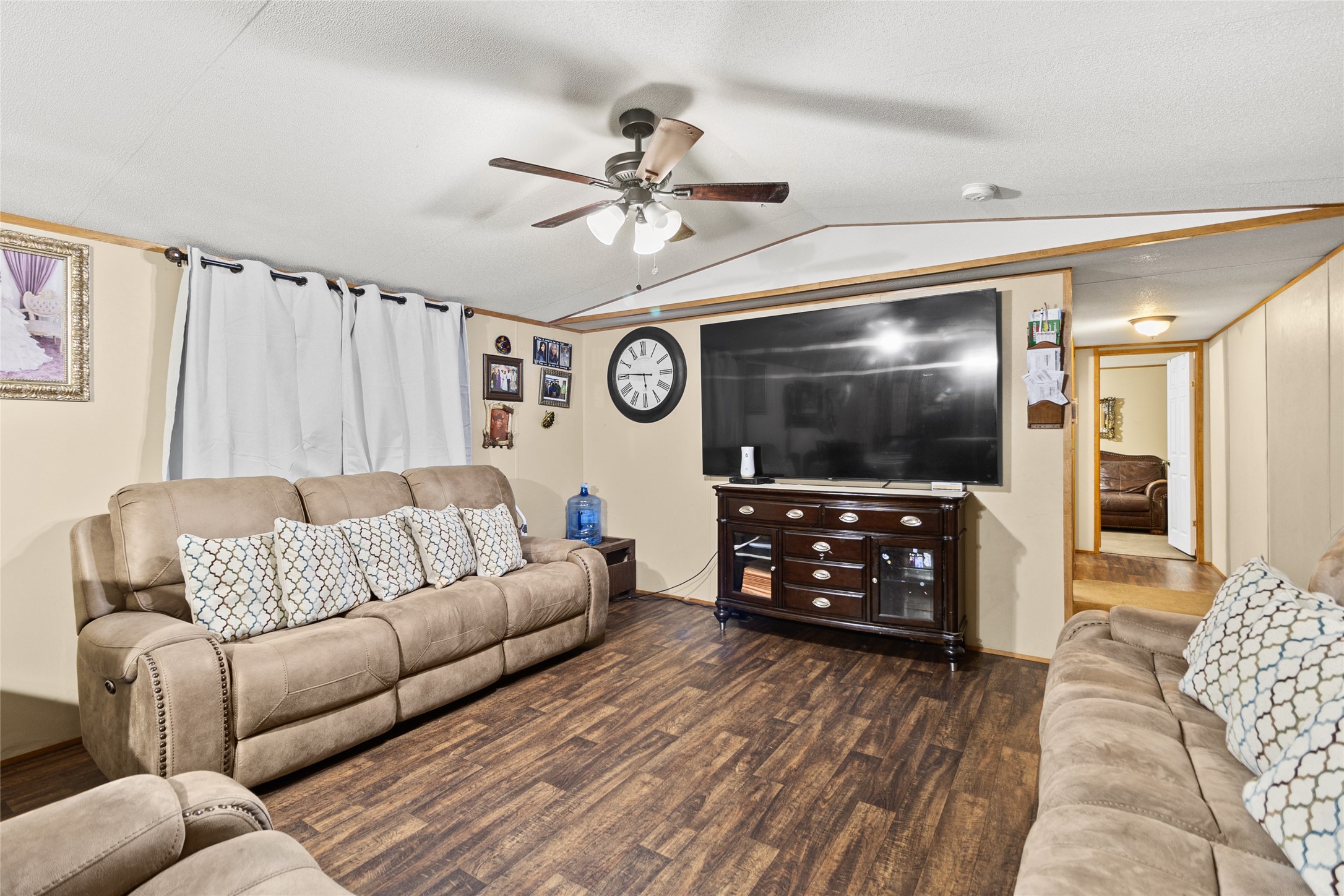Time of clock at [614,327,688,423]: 5:45
